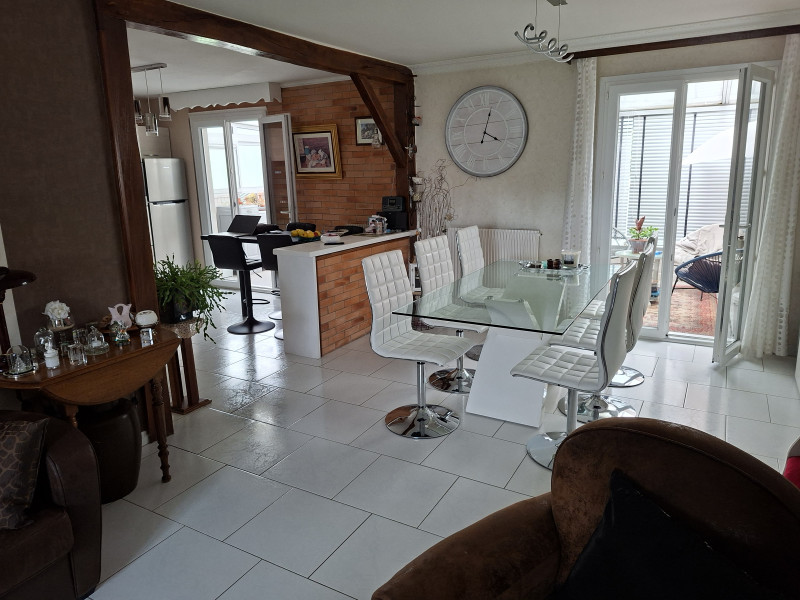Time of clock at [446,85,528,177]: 4:02
